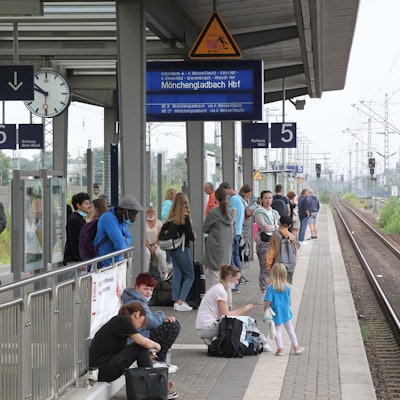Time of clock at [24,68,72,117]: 9:51
